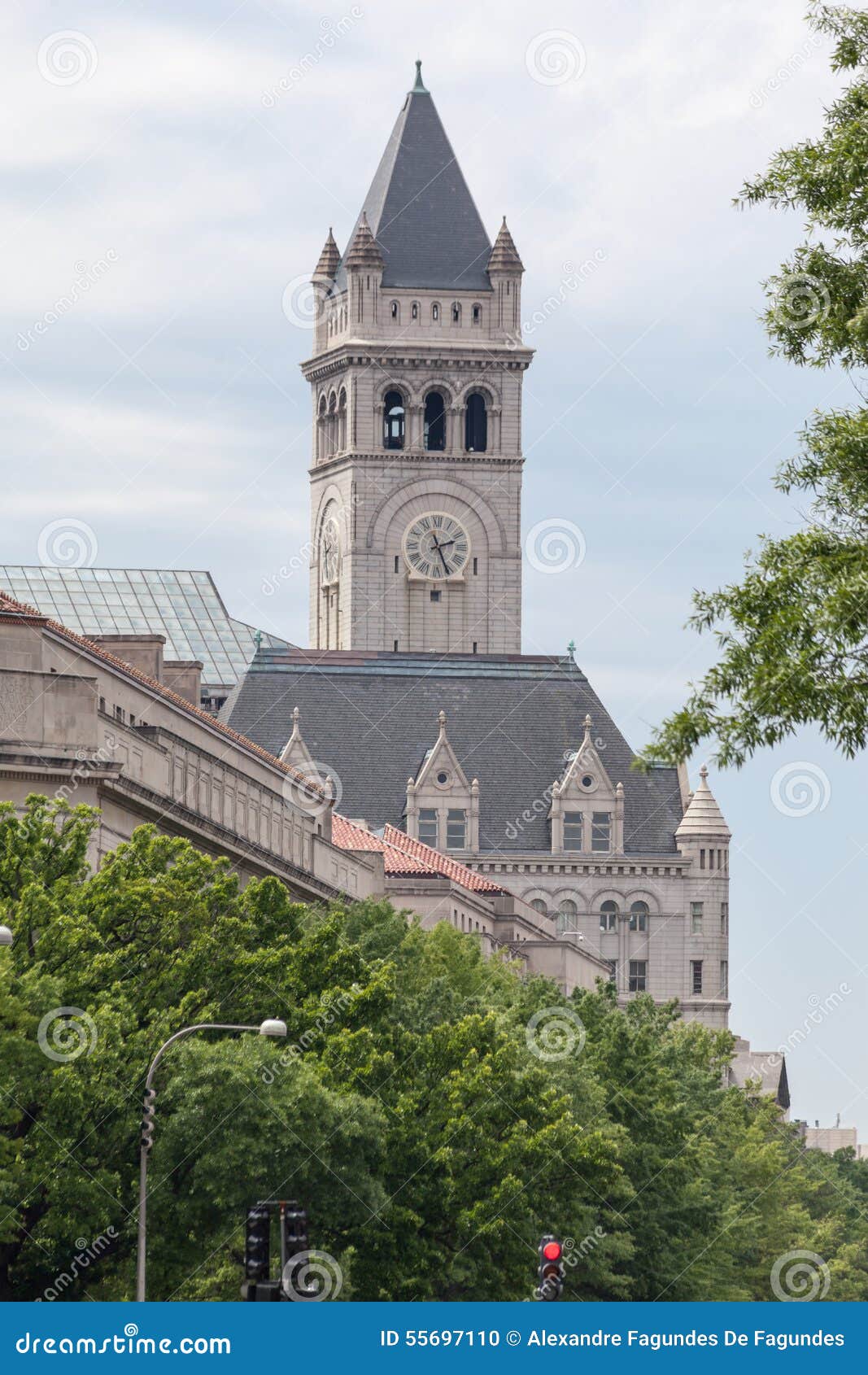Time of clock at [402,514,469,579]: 2:26
